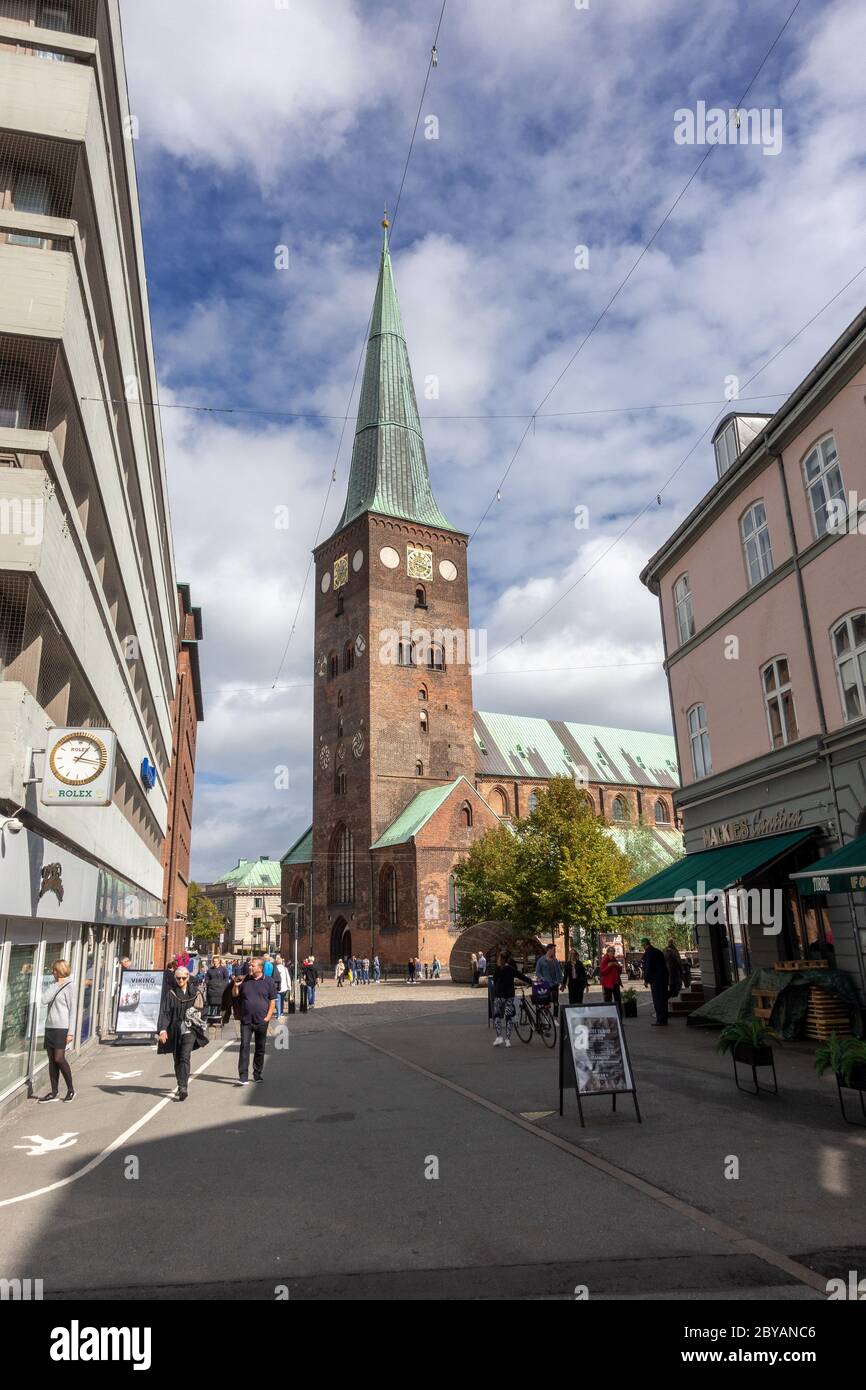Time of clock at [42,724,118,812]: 1:16
